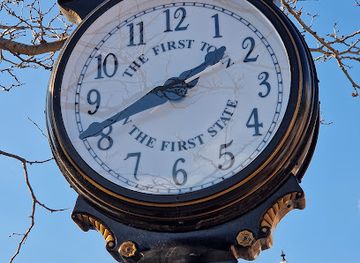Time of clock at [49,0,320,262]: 1:40
